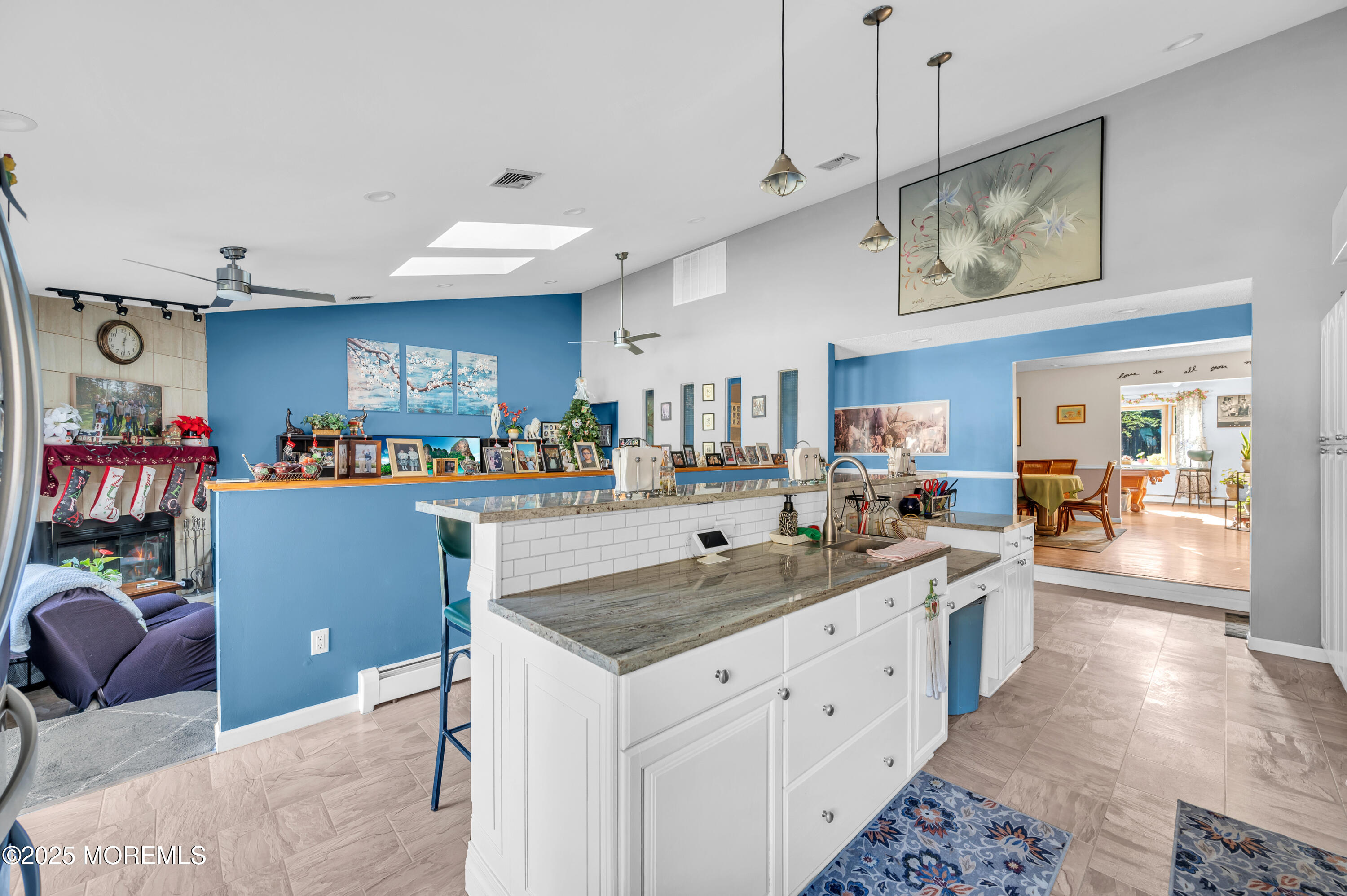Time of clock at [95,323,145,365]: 12:28
